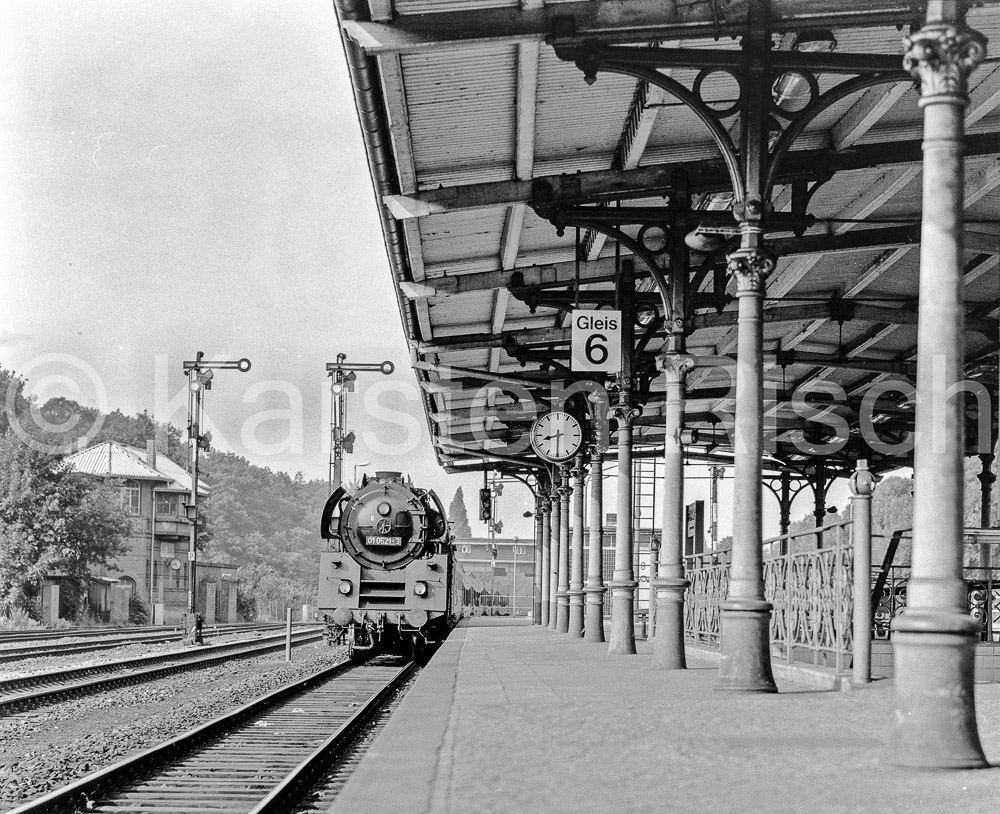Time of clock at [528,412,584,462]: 8:30
